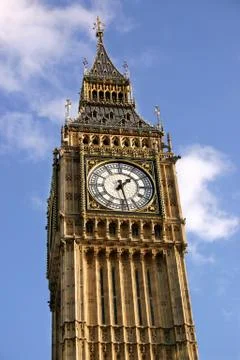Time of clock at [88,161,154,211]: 1:28
